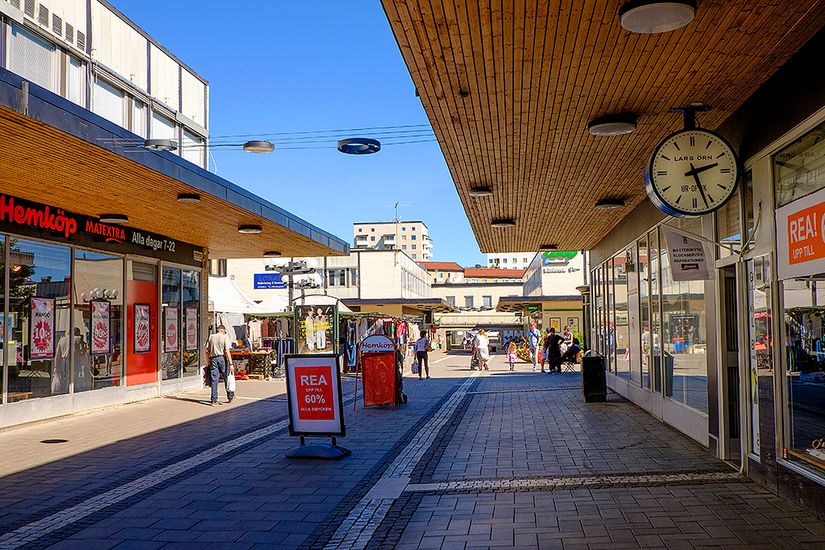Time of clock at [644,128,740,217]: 2:26
